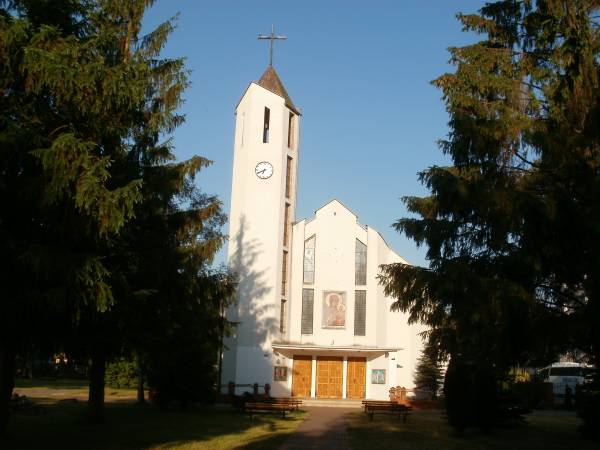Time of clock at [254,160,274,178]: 6:40
